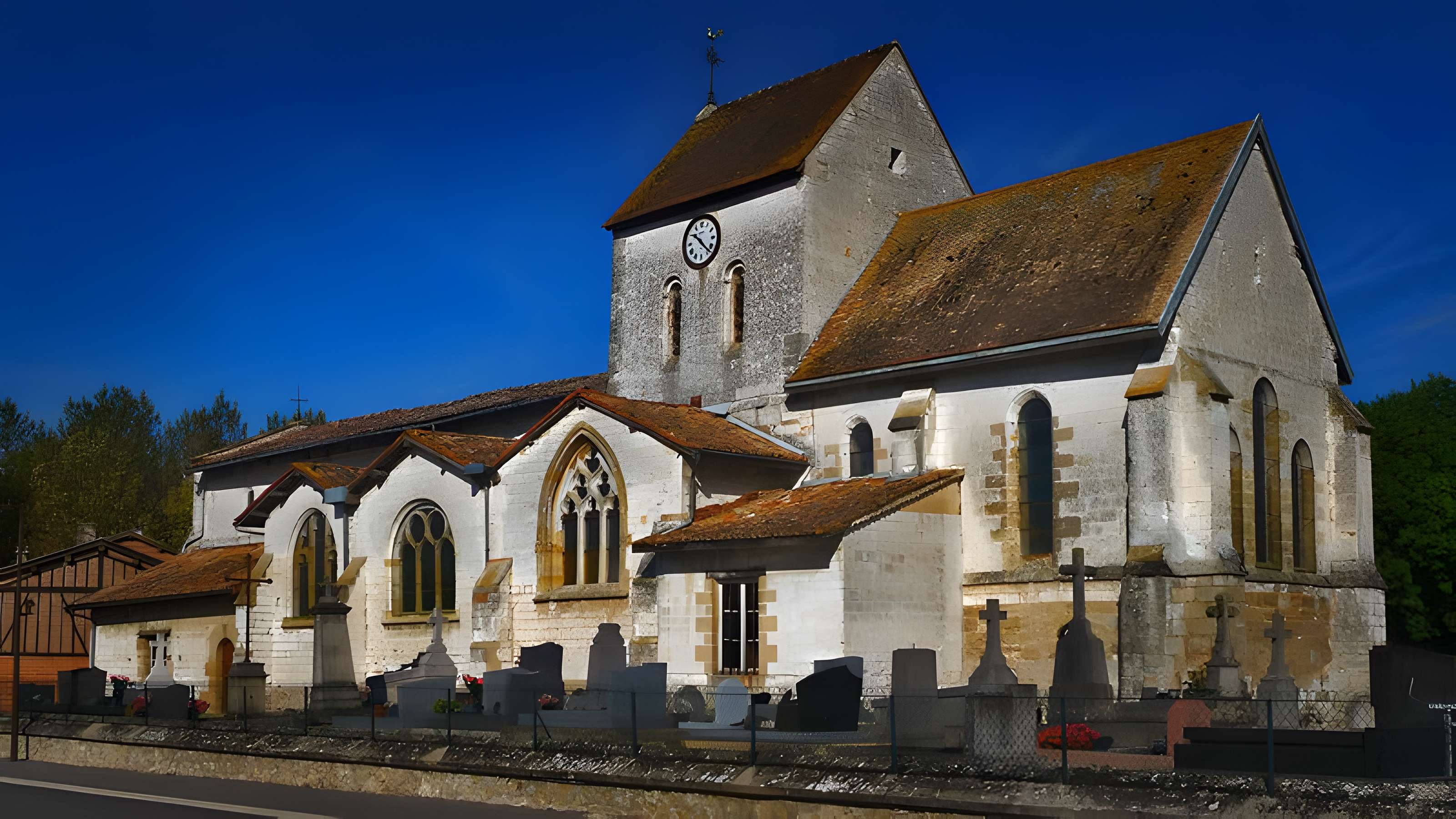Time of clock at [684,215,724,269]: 10:22
